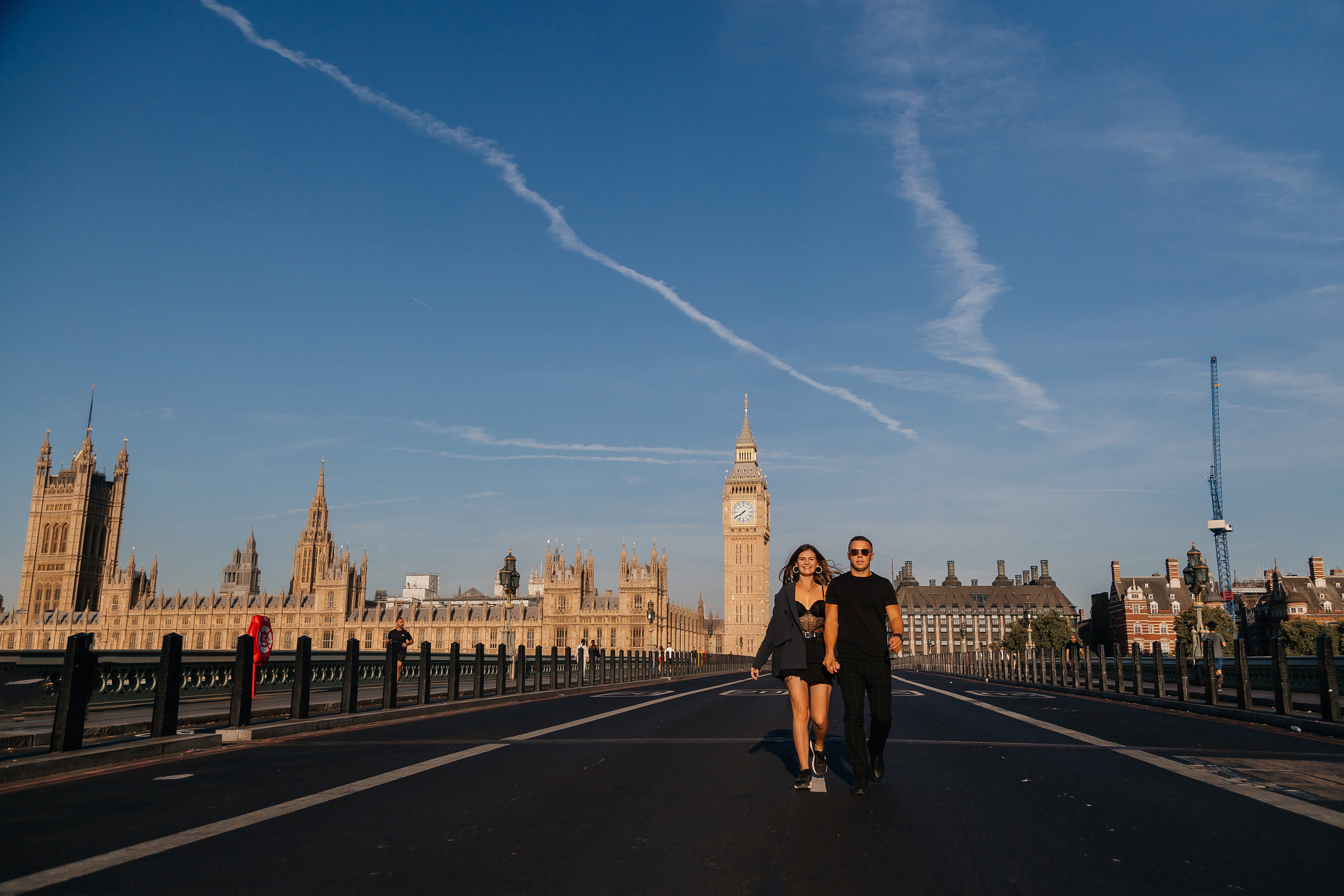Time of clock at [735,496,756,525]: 7:39
